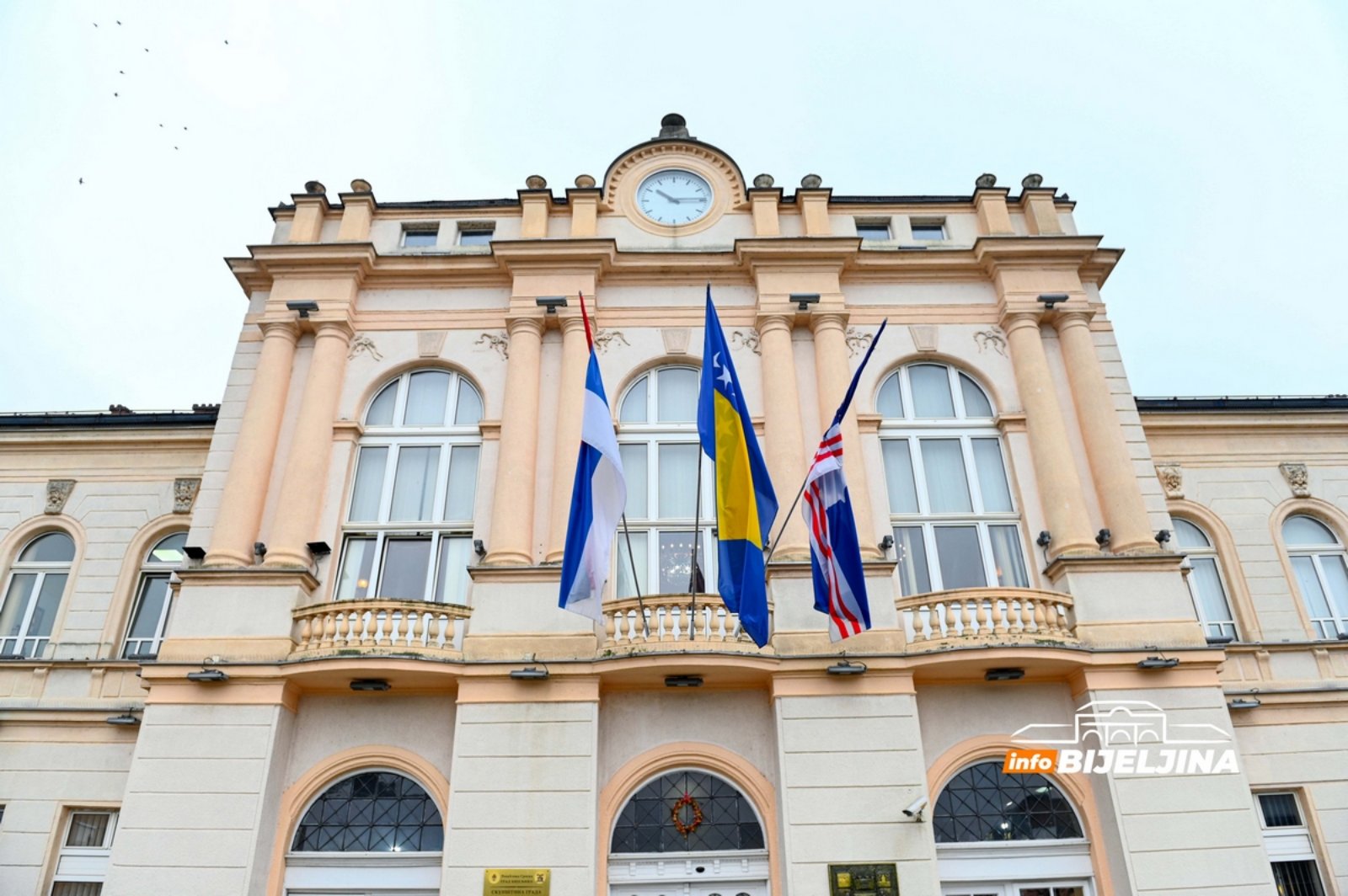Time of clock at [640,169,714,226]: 10:14
